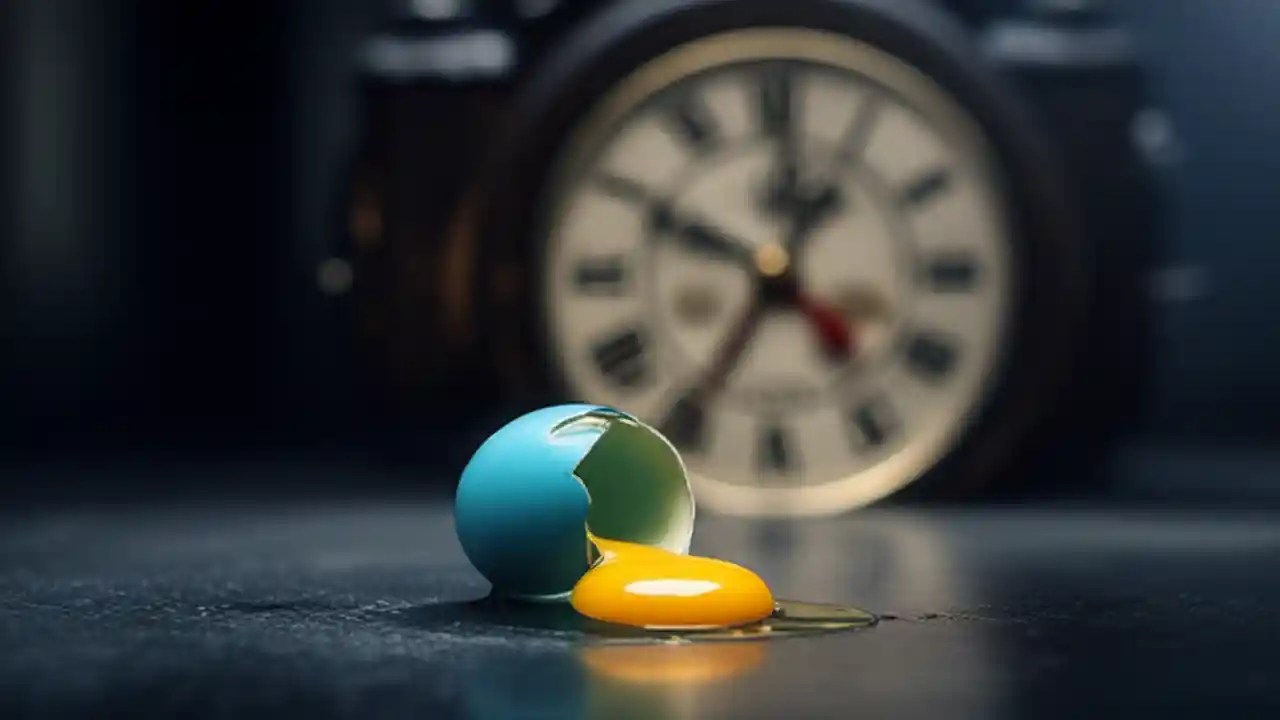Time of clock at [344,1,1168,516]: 12:34
